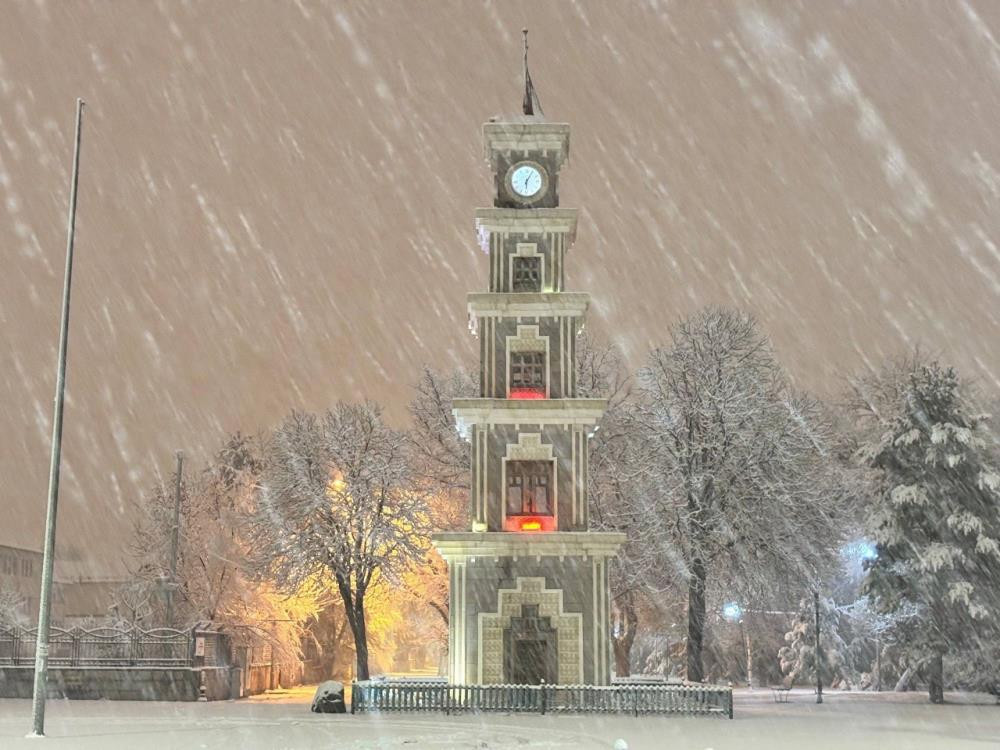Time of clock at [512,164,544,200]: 6:04
